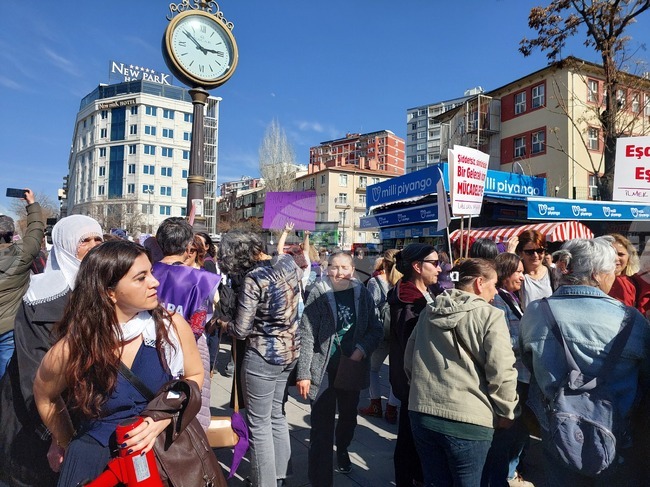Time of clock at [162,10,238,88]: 2:51
